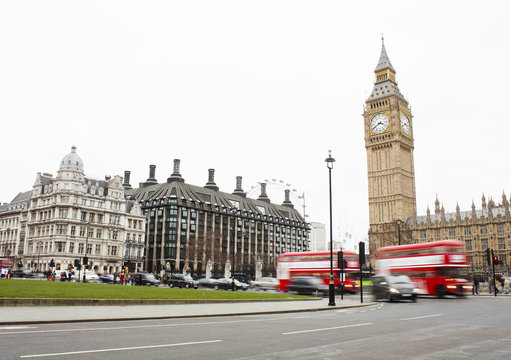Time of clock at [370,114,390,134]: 3:40
